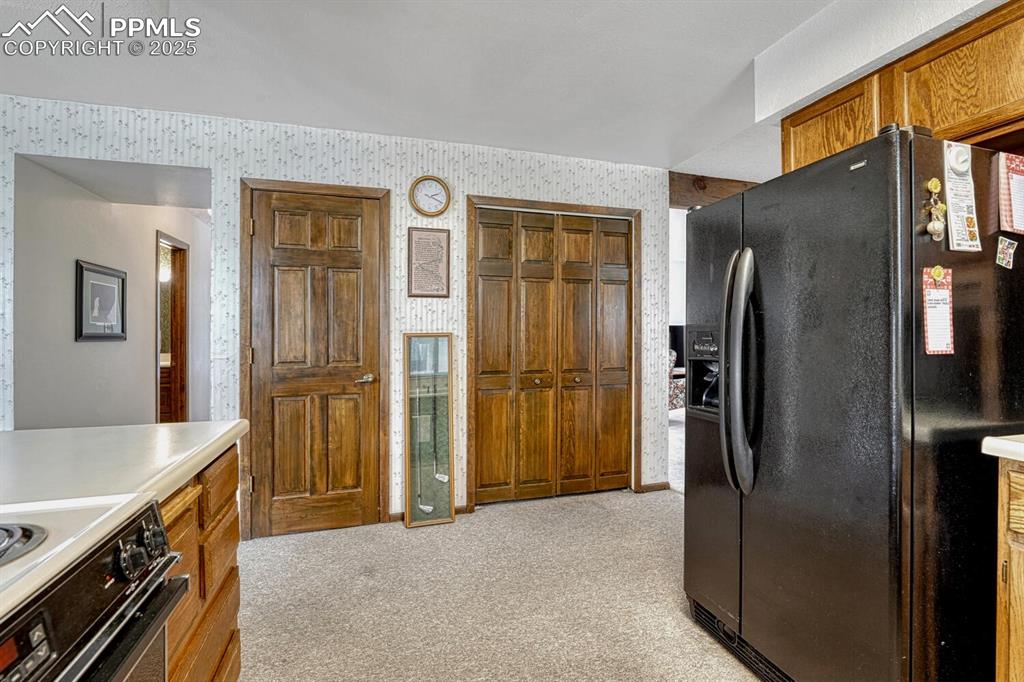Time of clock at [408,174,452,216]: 2:19
